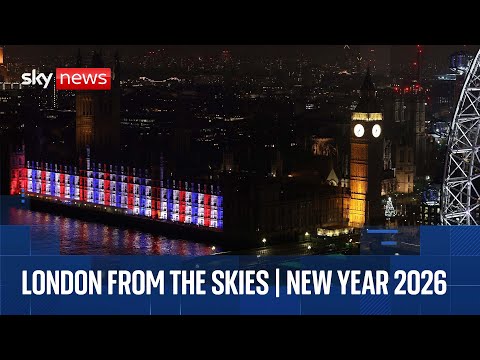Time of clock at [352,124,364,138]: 7:32
